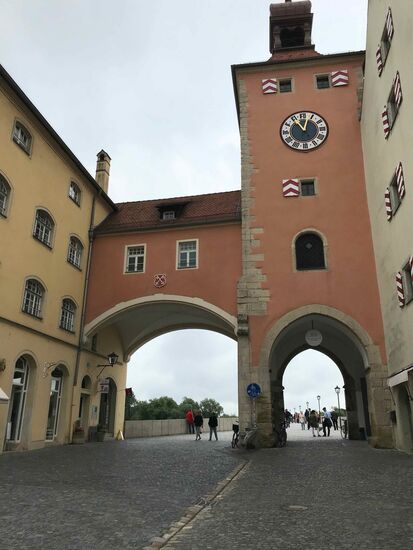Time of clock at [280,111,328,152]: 11:03
